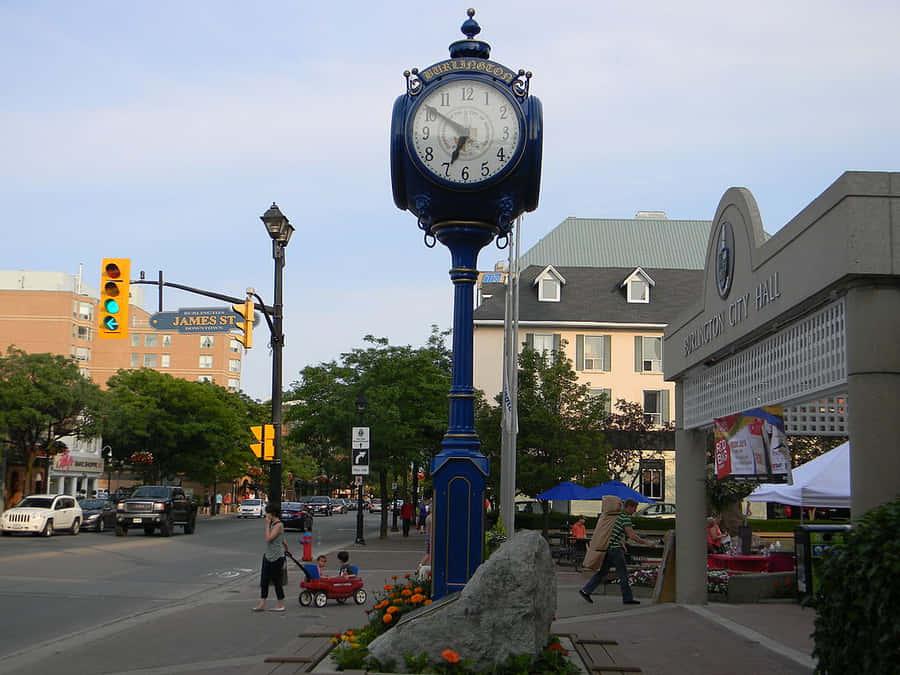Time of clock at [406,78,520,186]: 6:50
